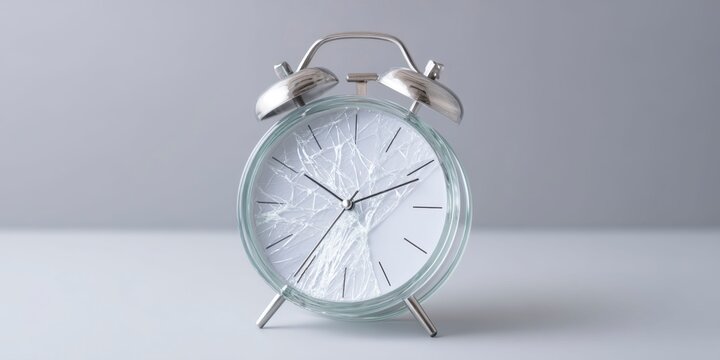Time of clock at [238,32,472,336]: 10:11
